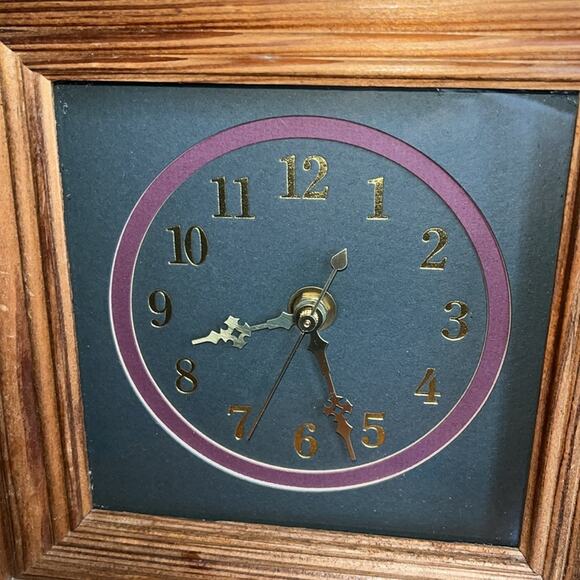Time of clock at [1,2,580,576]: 8:27
